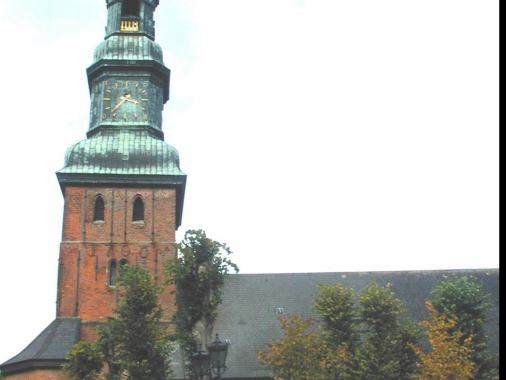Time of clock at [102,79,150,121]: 3:36
